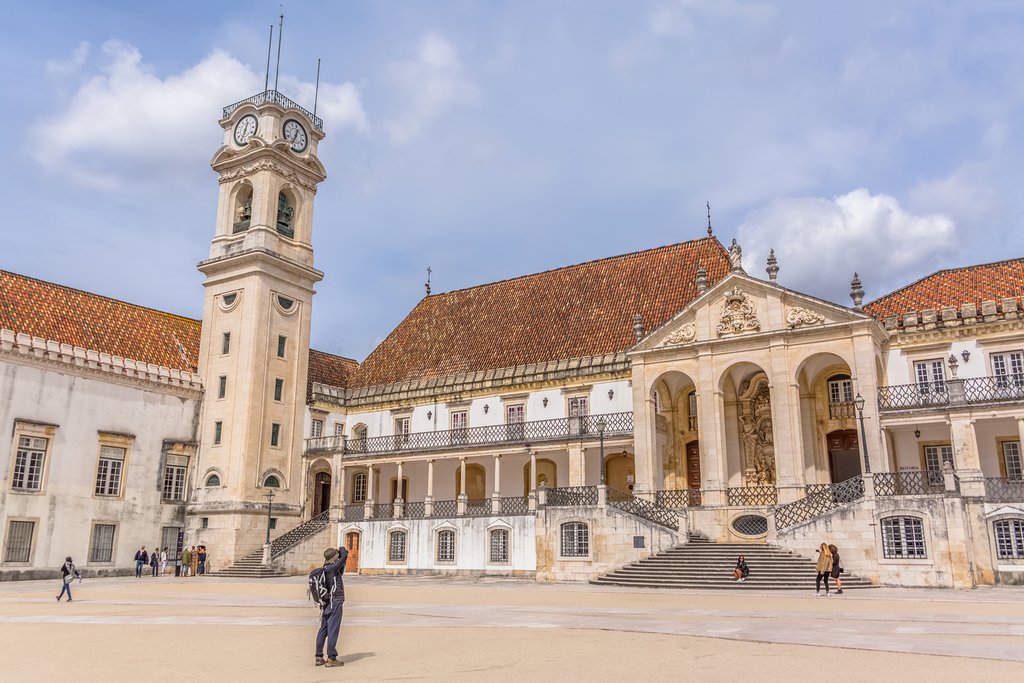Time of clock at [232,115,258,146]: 12:33
